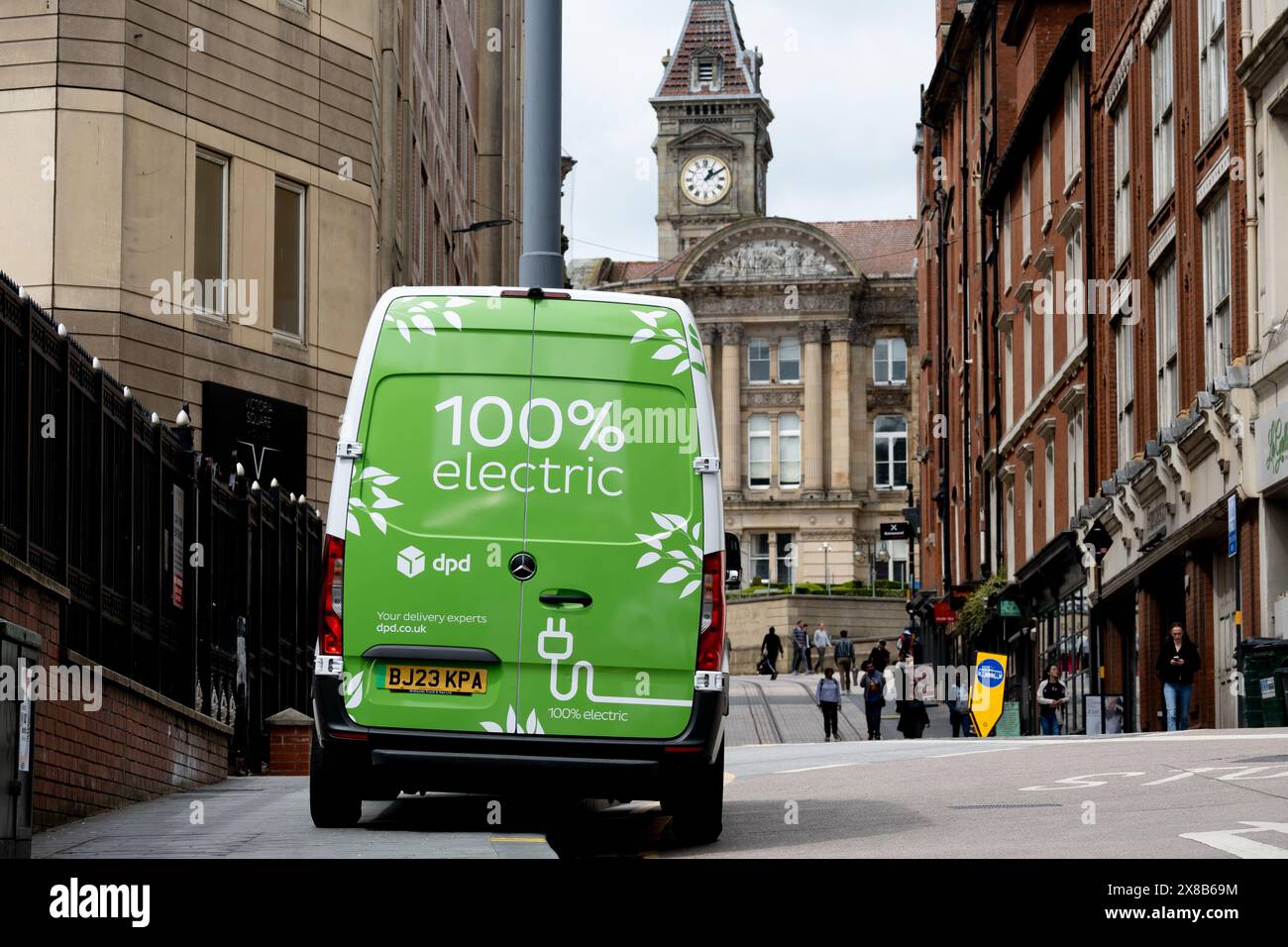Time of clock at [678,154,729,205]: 1:09
